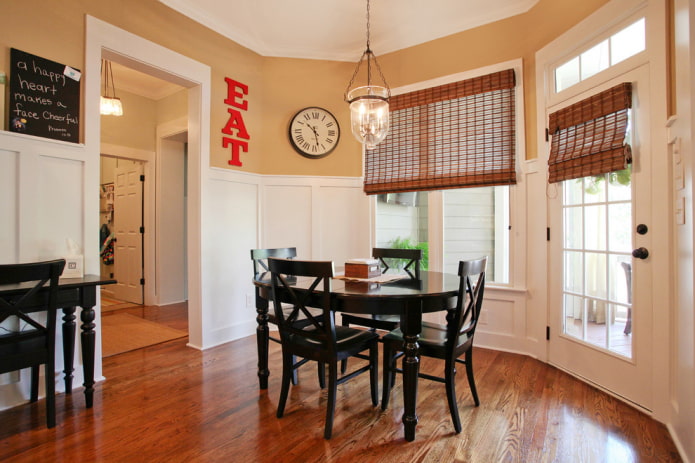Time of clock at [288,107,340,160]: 10:28
